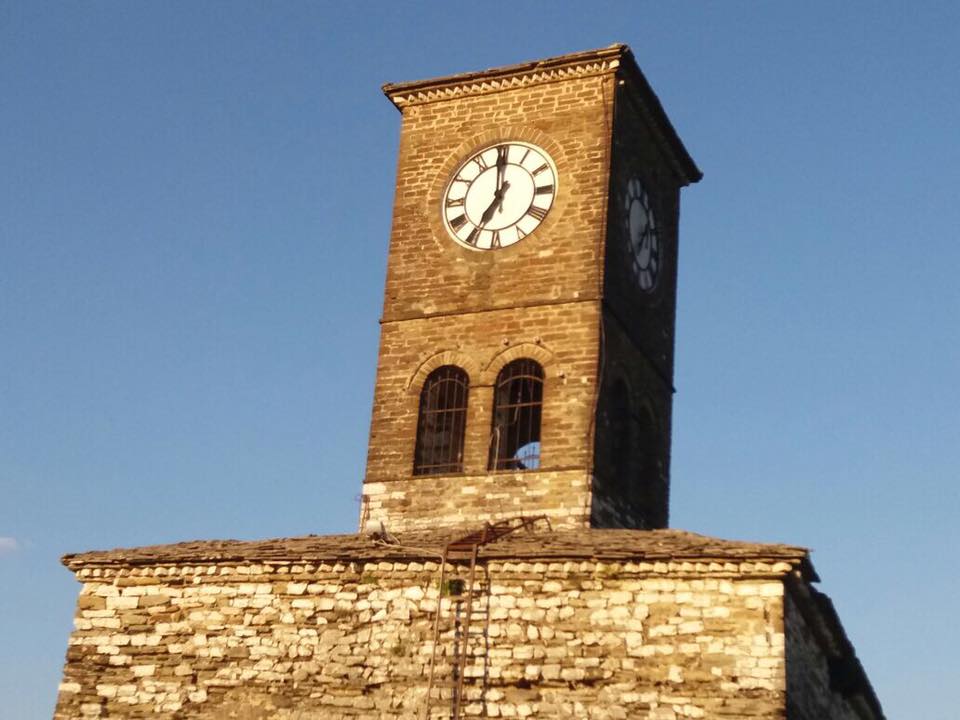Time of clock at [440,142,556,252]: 6:59
